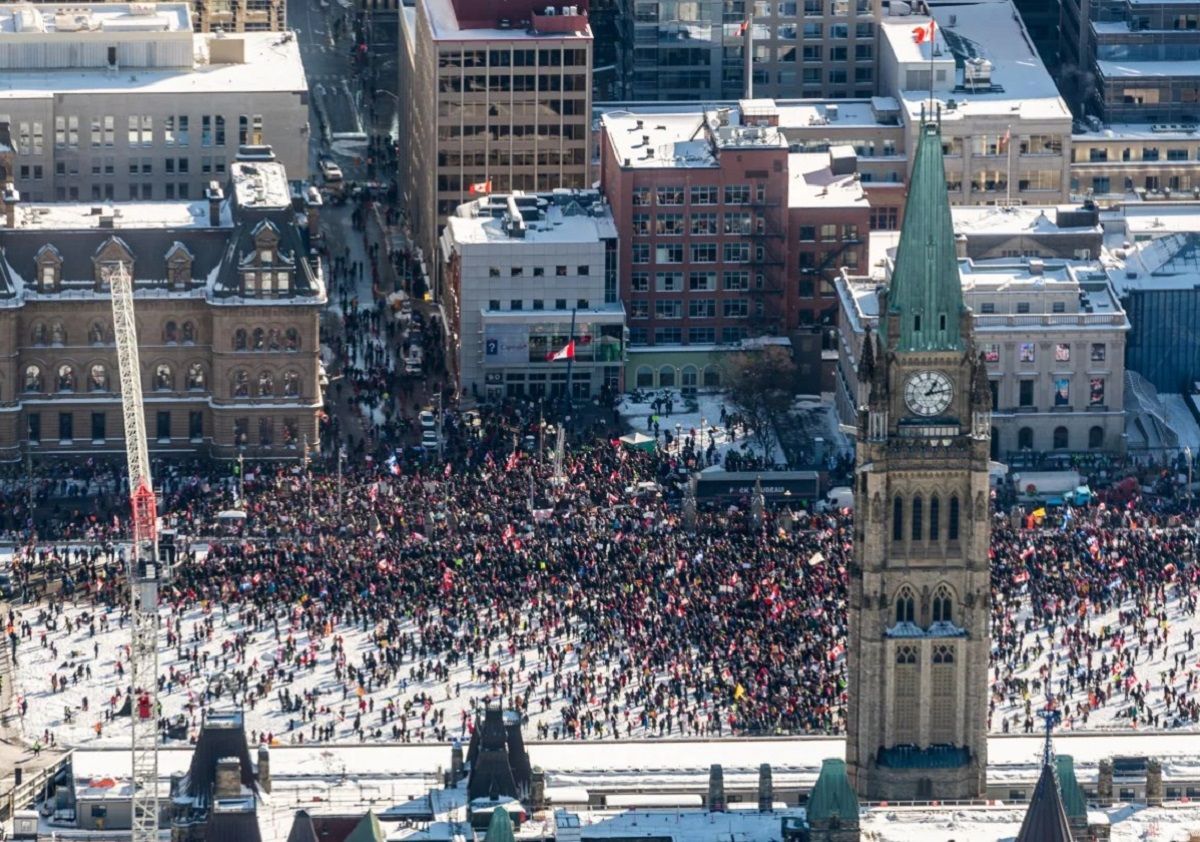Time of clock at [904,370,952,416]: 1:13
